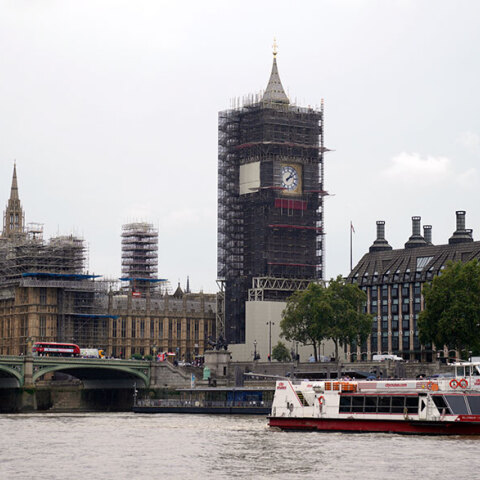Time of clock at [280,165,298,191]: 2:06
